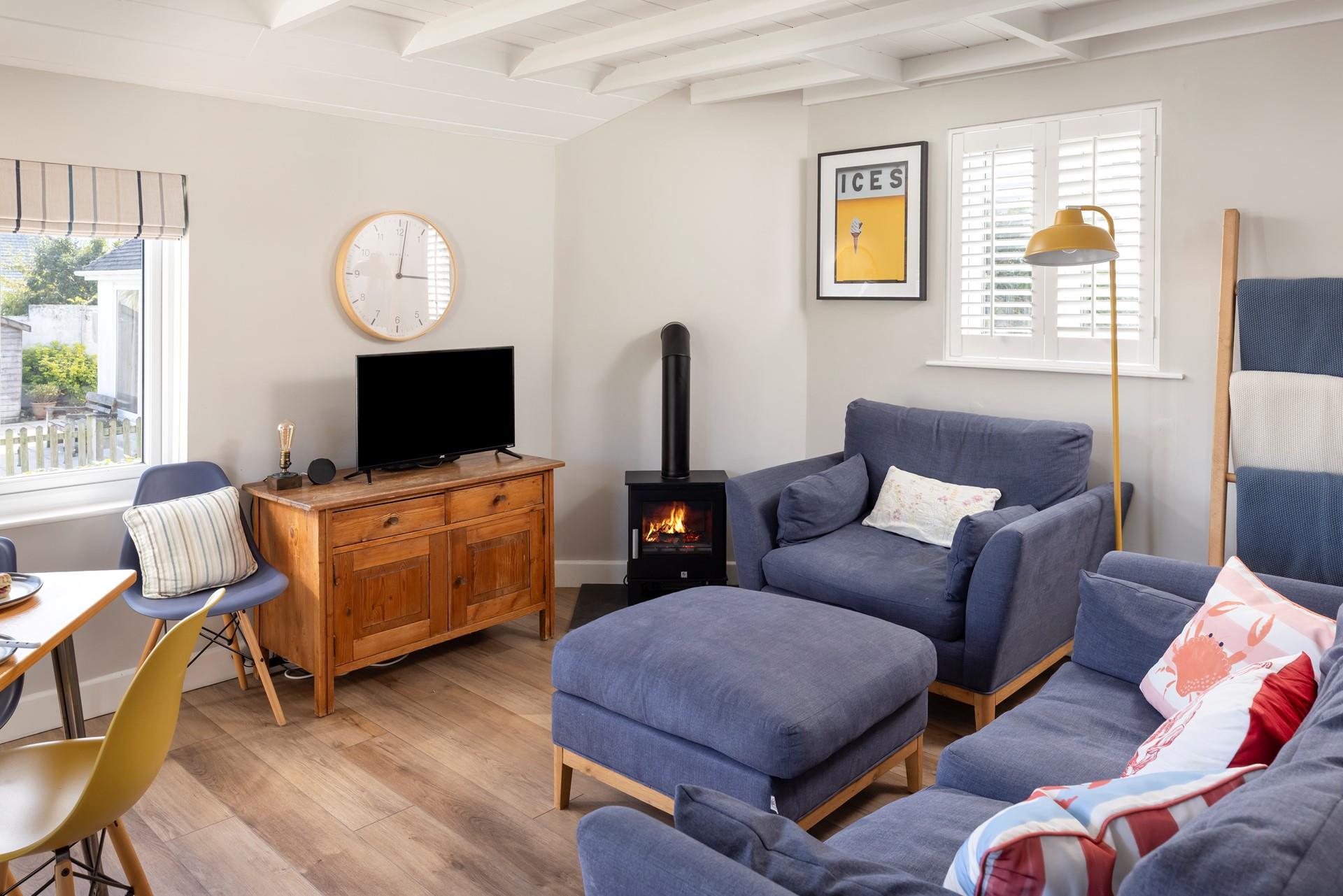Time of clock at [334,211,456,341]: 3:01
